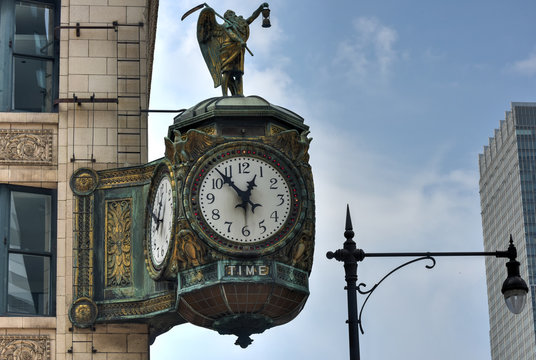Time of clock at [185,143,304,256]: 12:52
